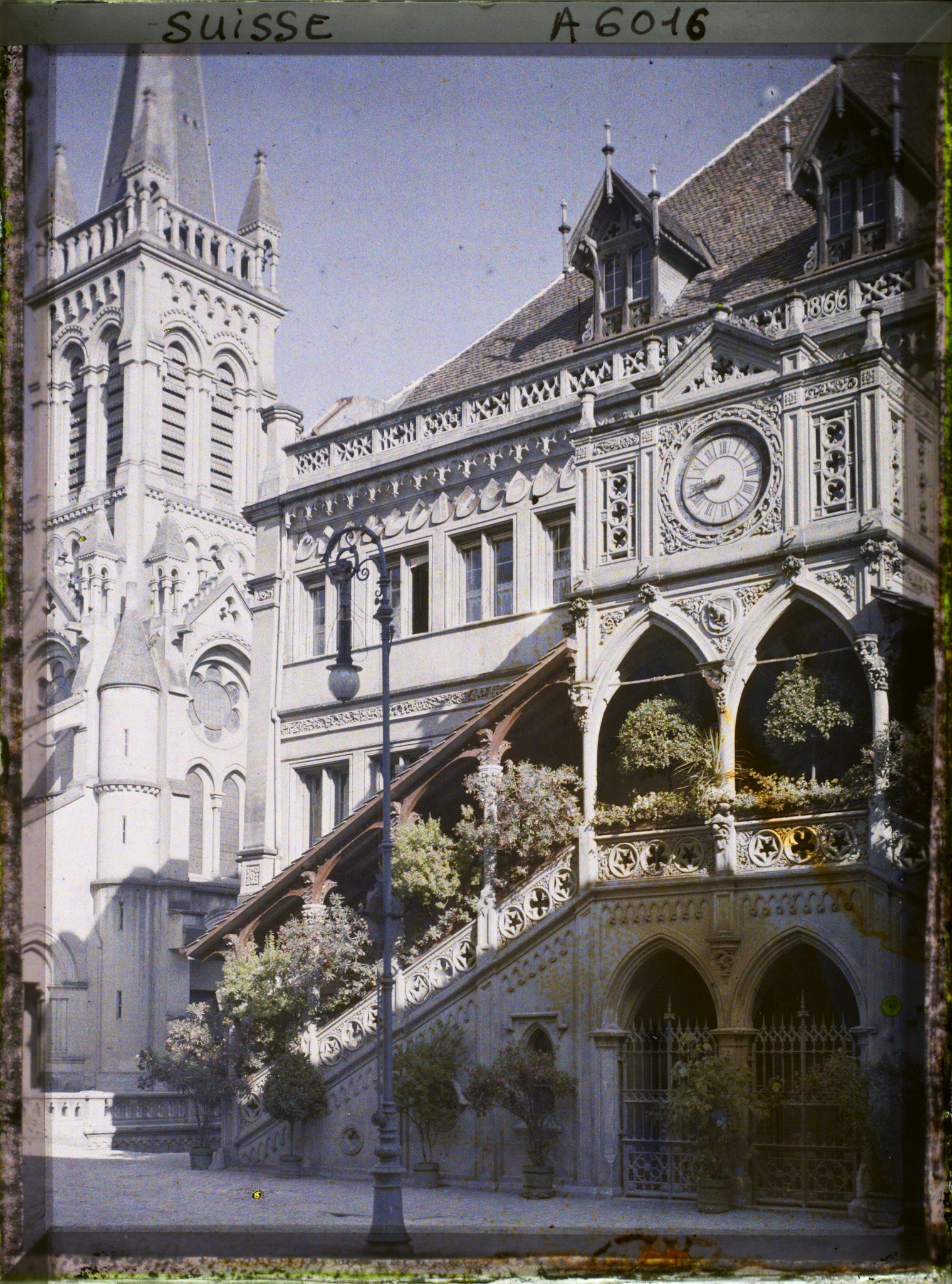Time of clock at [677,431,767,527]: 8:41
